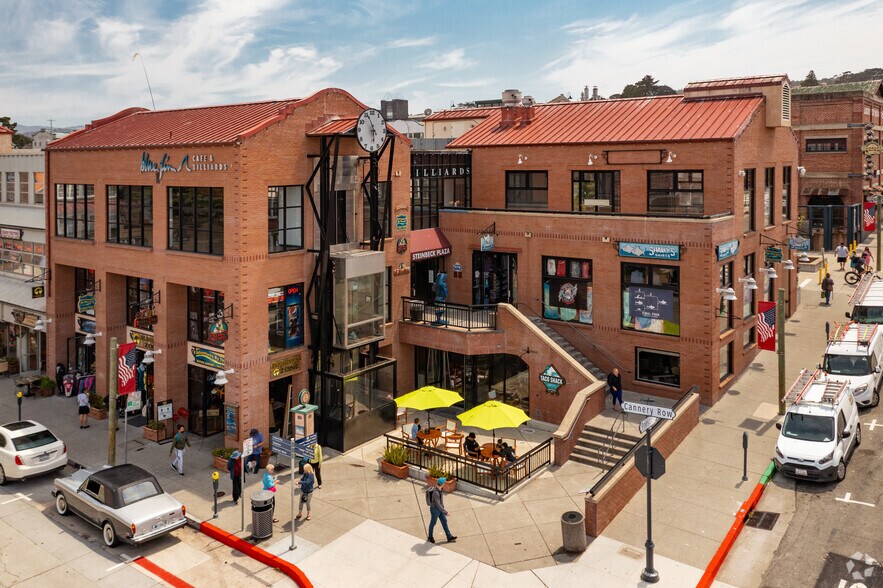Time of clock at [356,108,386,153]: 5:55
